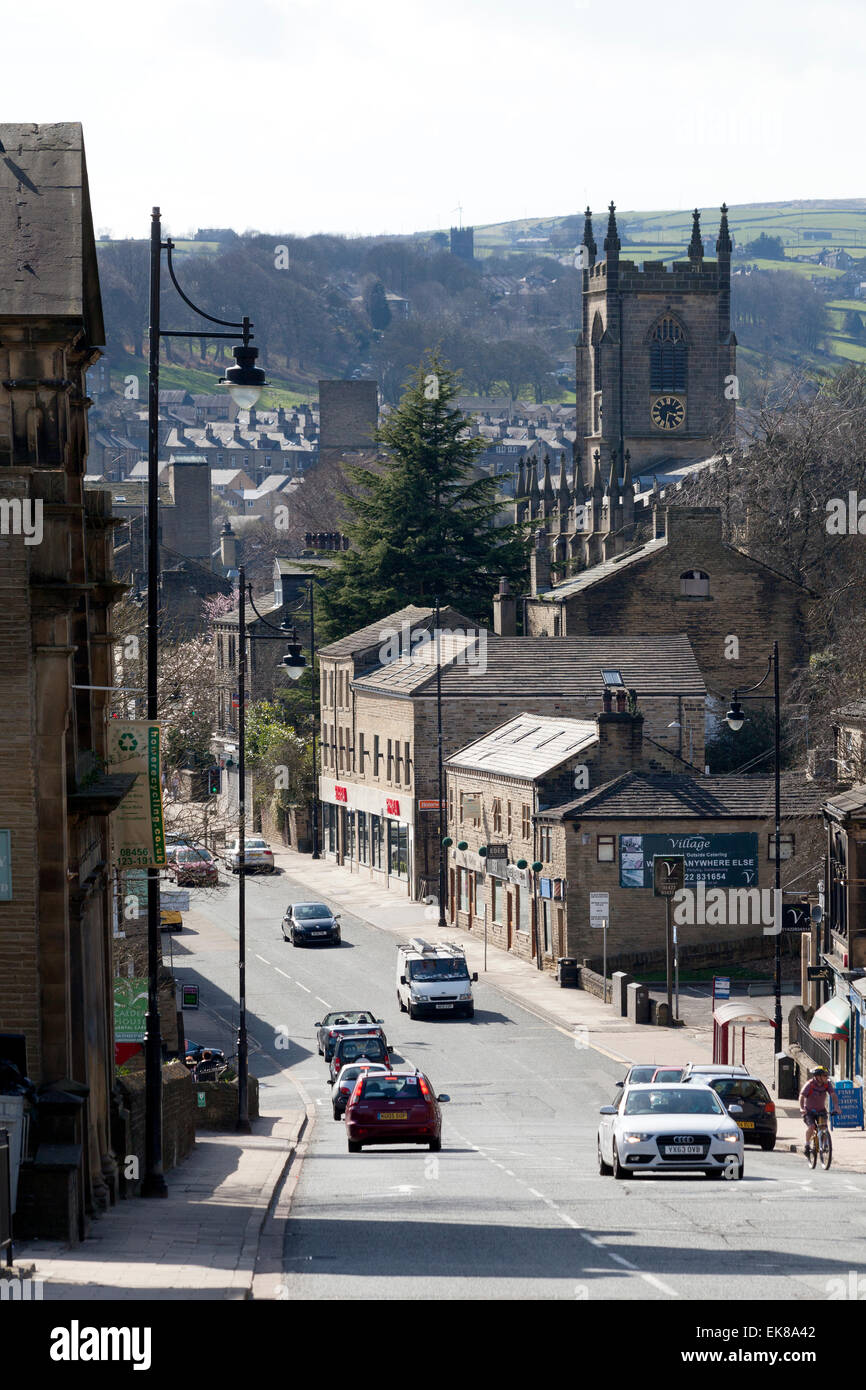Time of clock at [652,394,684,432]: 3:32
